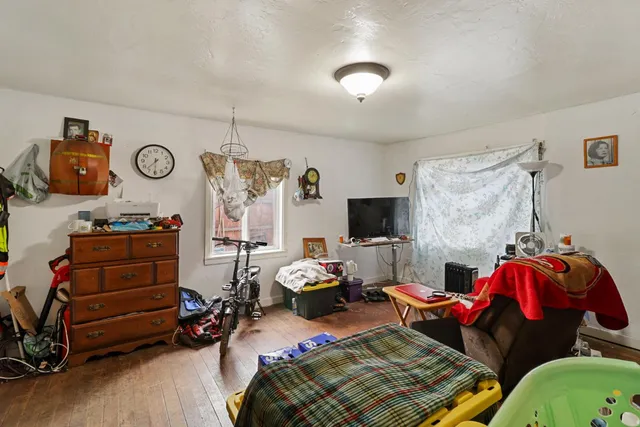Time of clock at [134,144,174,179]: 7:30
